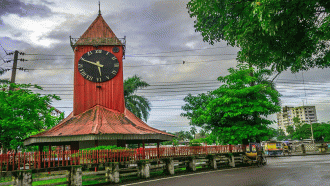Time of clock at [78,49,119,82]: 5:49
